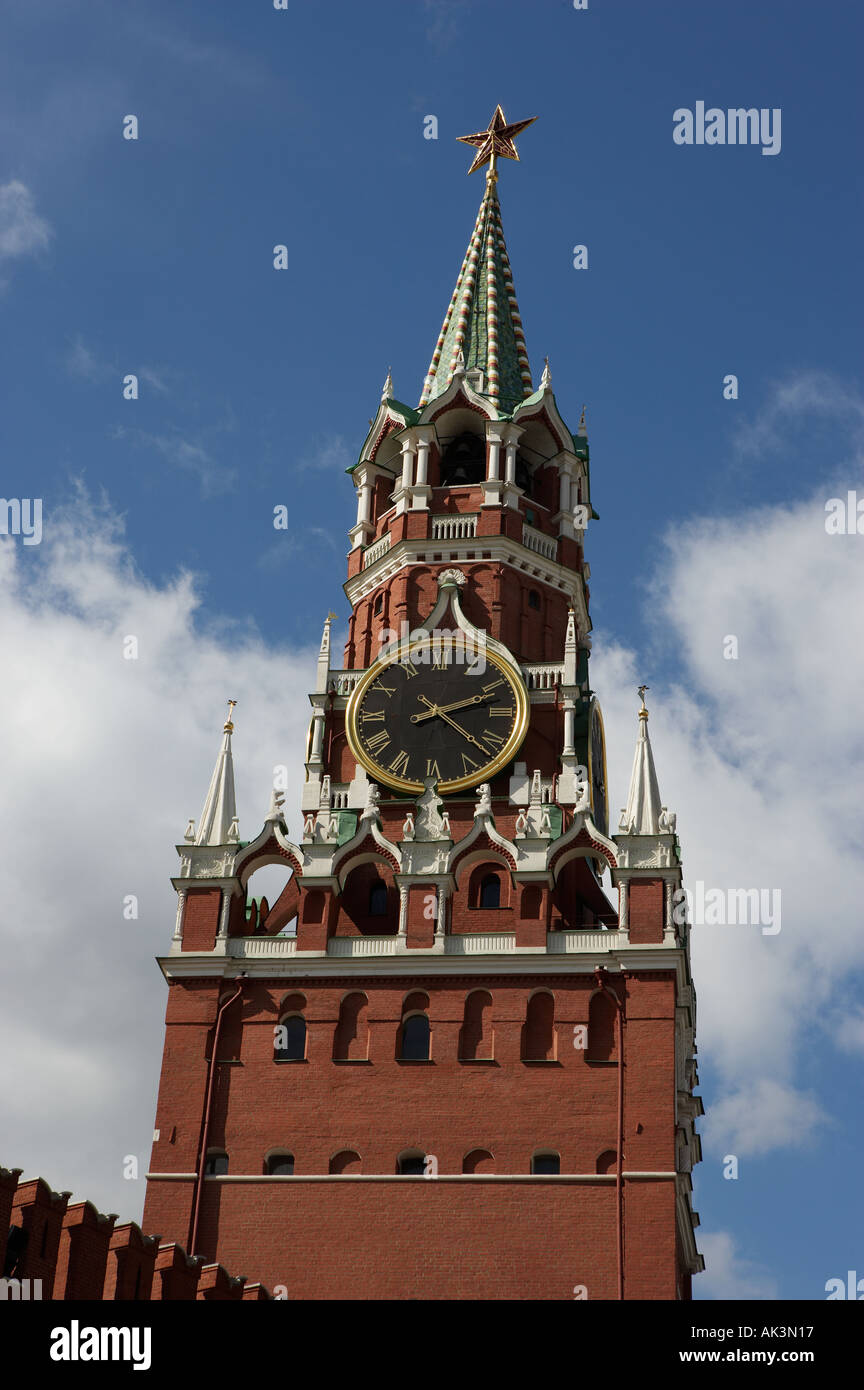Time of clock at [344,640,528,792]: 2:21
